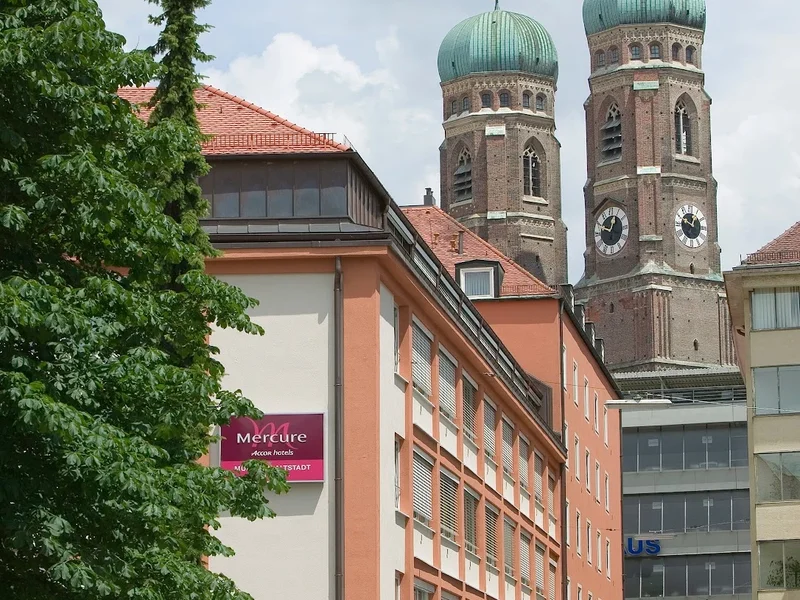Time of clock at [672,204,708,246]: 12:49
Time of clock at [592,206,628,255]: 12:49
